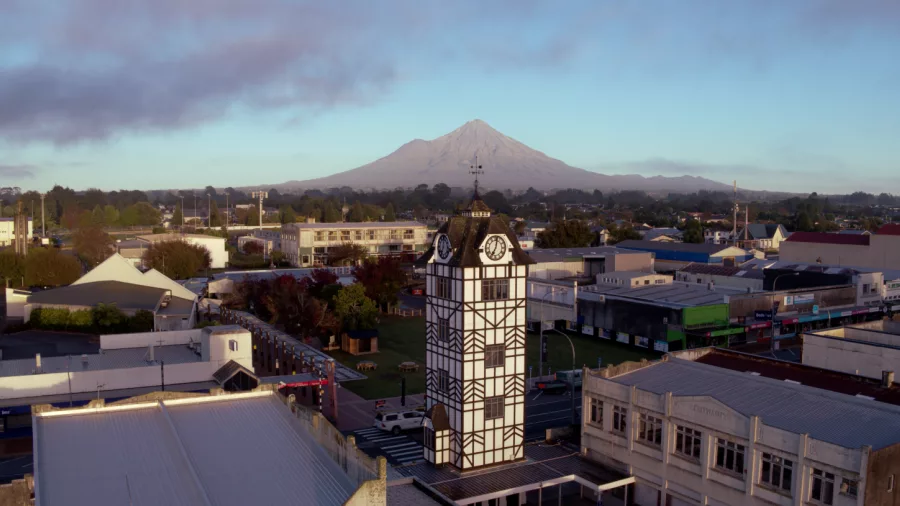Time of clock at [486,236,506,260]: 7:02
